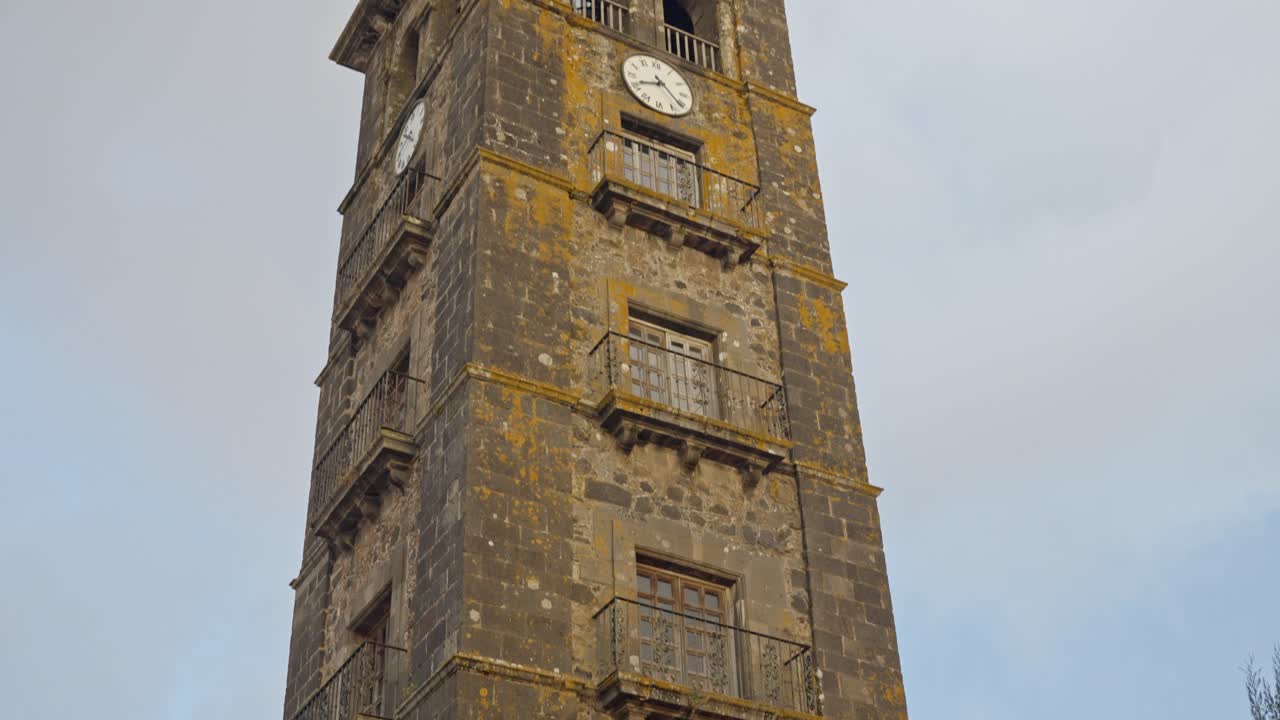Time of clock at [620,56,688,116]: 8:21
